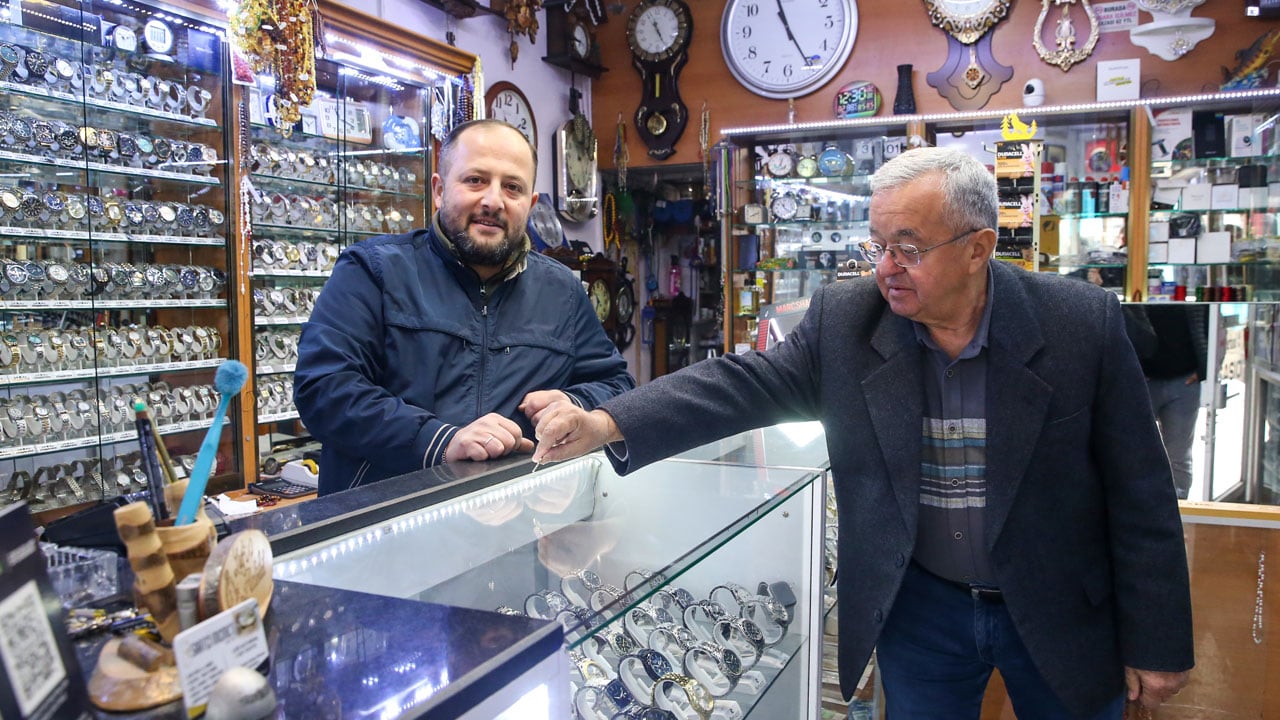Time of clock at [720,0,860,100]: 11:25
